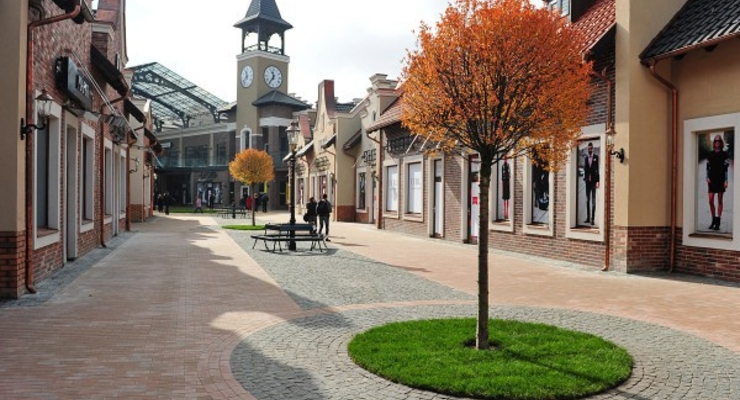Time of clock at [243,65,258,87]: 11:37
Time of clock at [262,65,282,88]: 11:35
